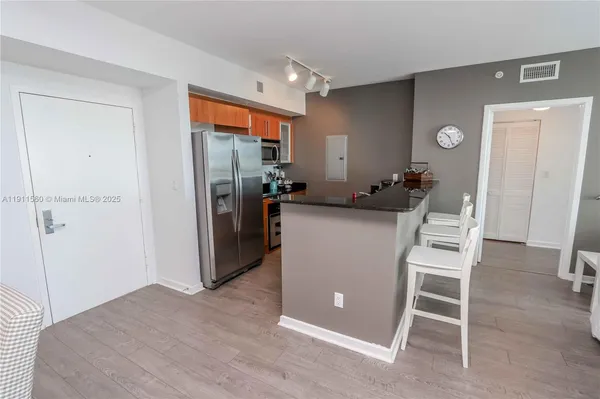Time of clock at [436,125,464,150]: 10:26
